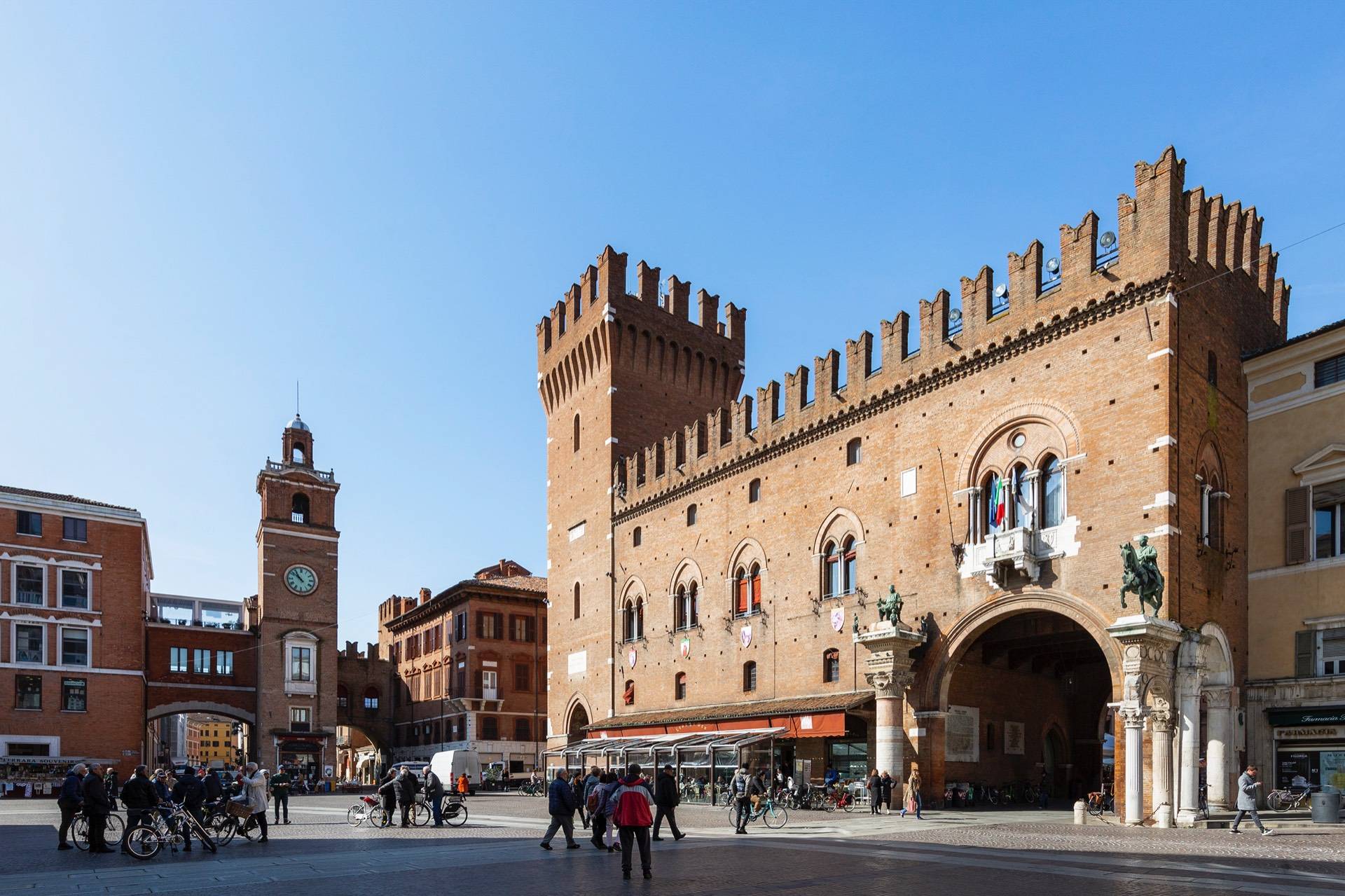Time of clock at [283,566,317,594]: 10:51
